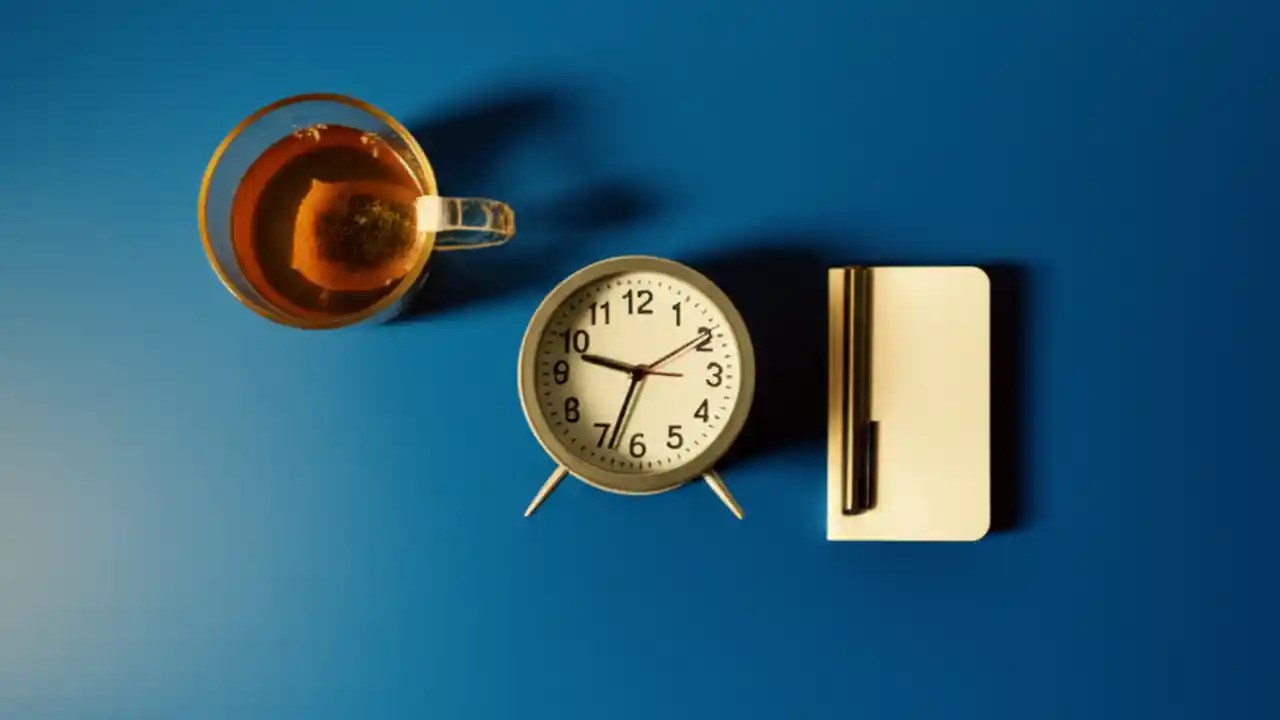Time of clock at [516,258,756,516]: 9:33
